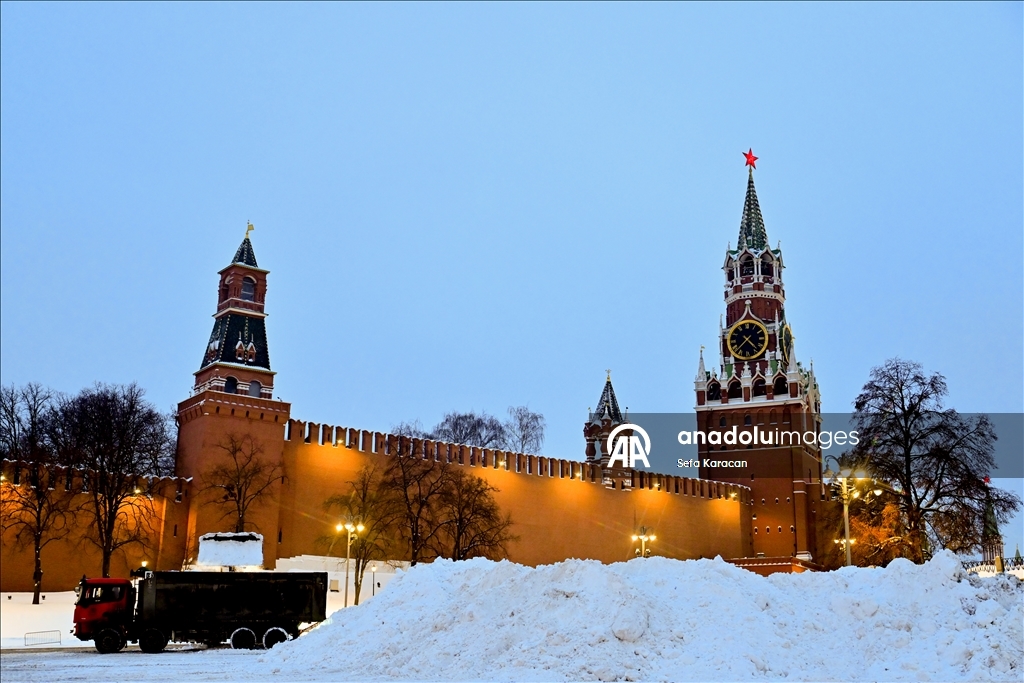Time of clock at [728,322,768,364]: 4:37
